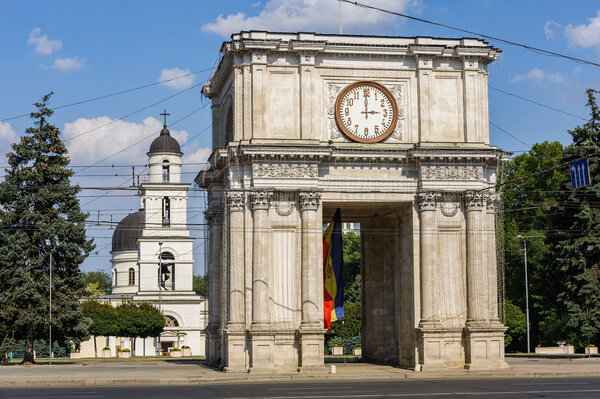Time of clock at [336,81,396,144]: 2:59
